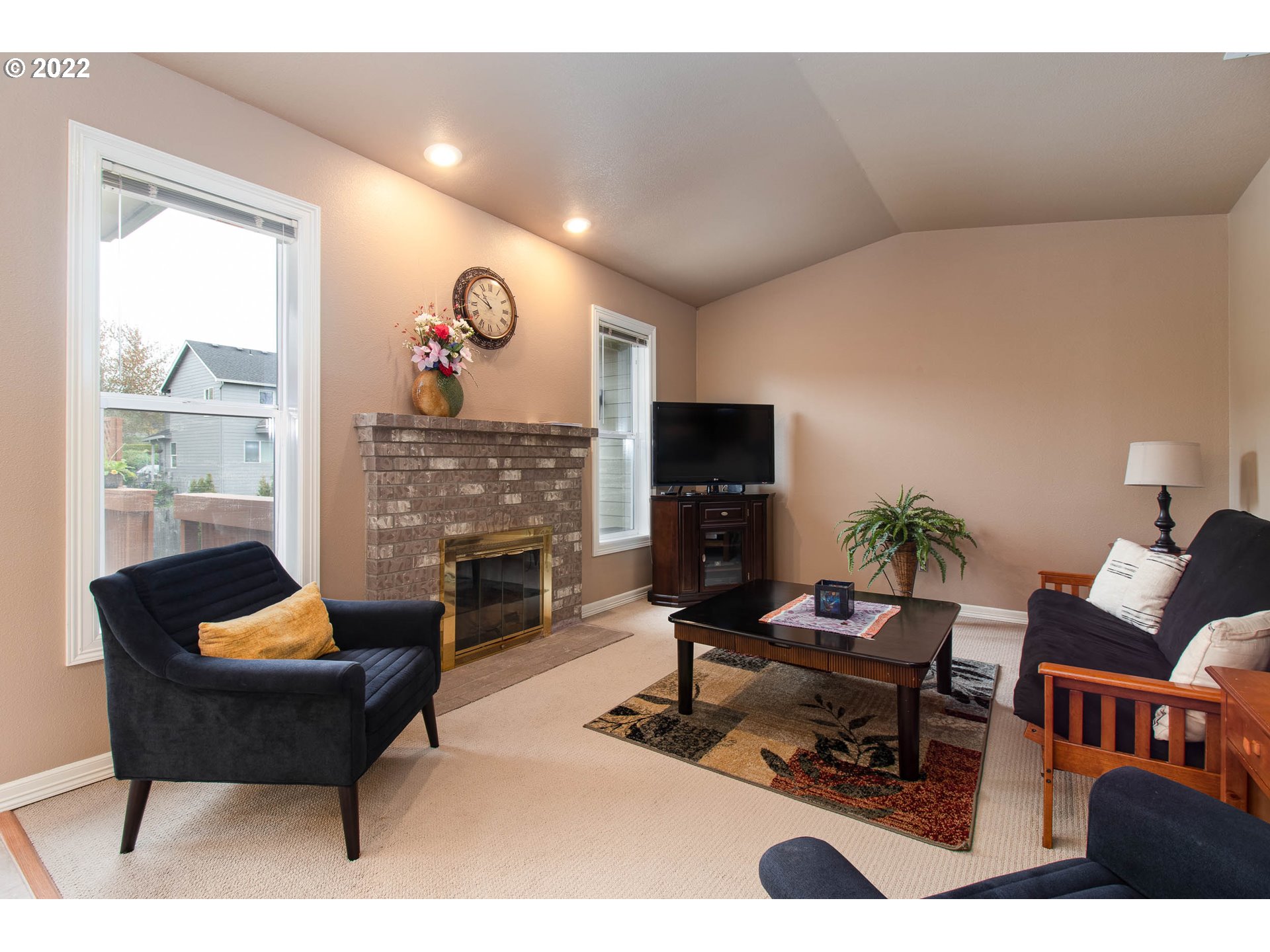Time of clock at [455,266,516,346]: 10:49
